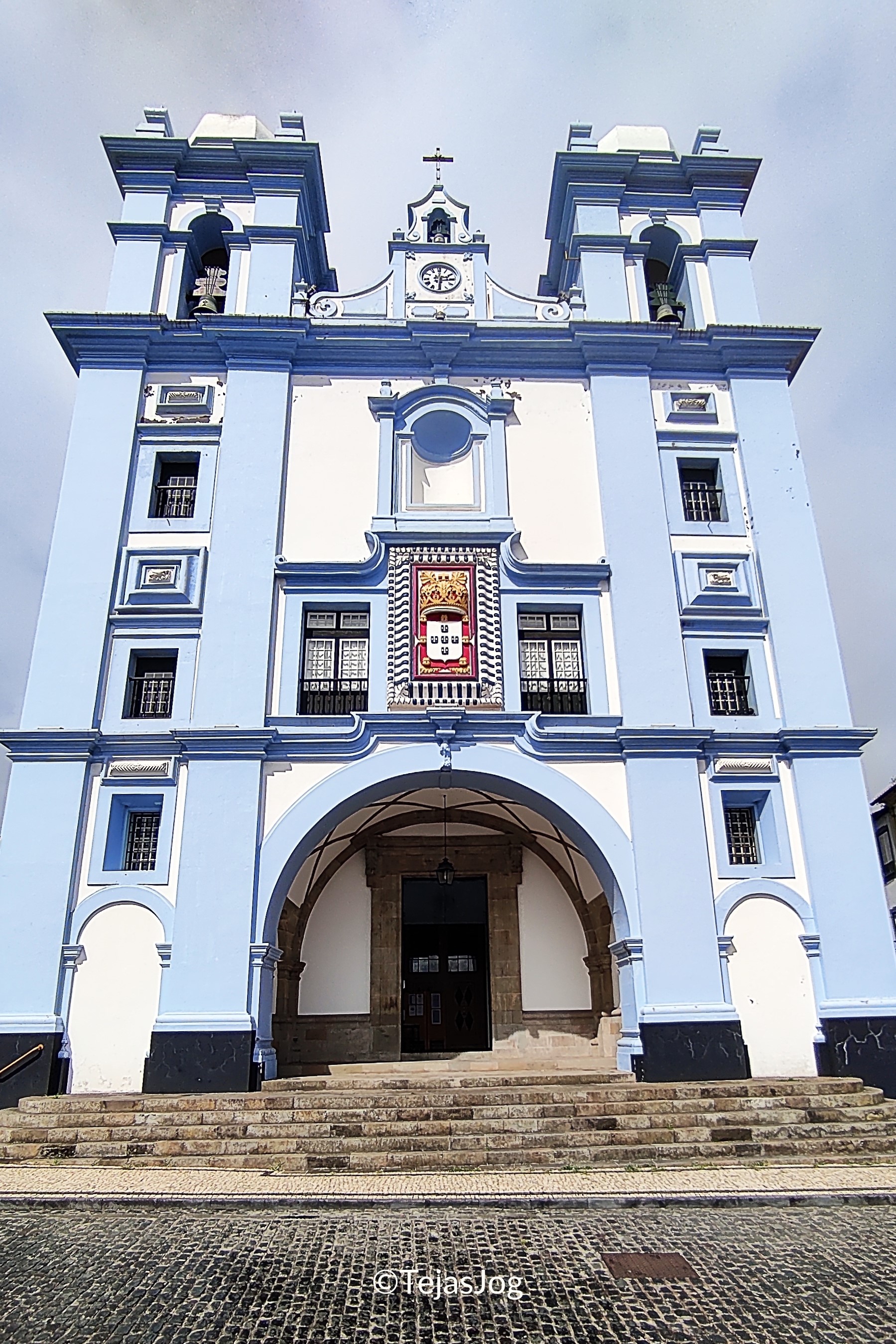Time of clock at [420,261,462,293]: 2:29
